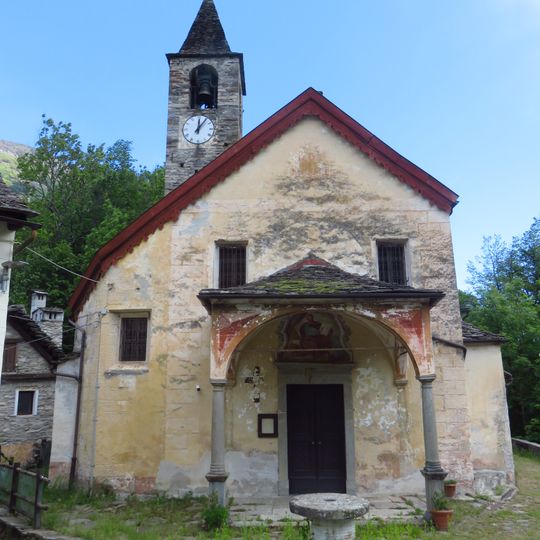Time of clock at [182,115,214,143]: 12:06
